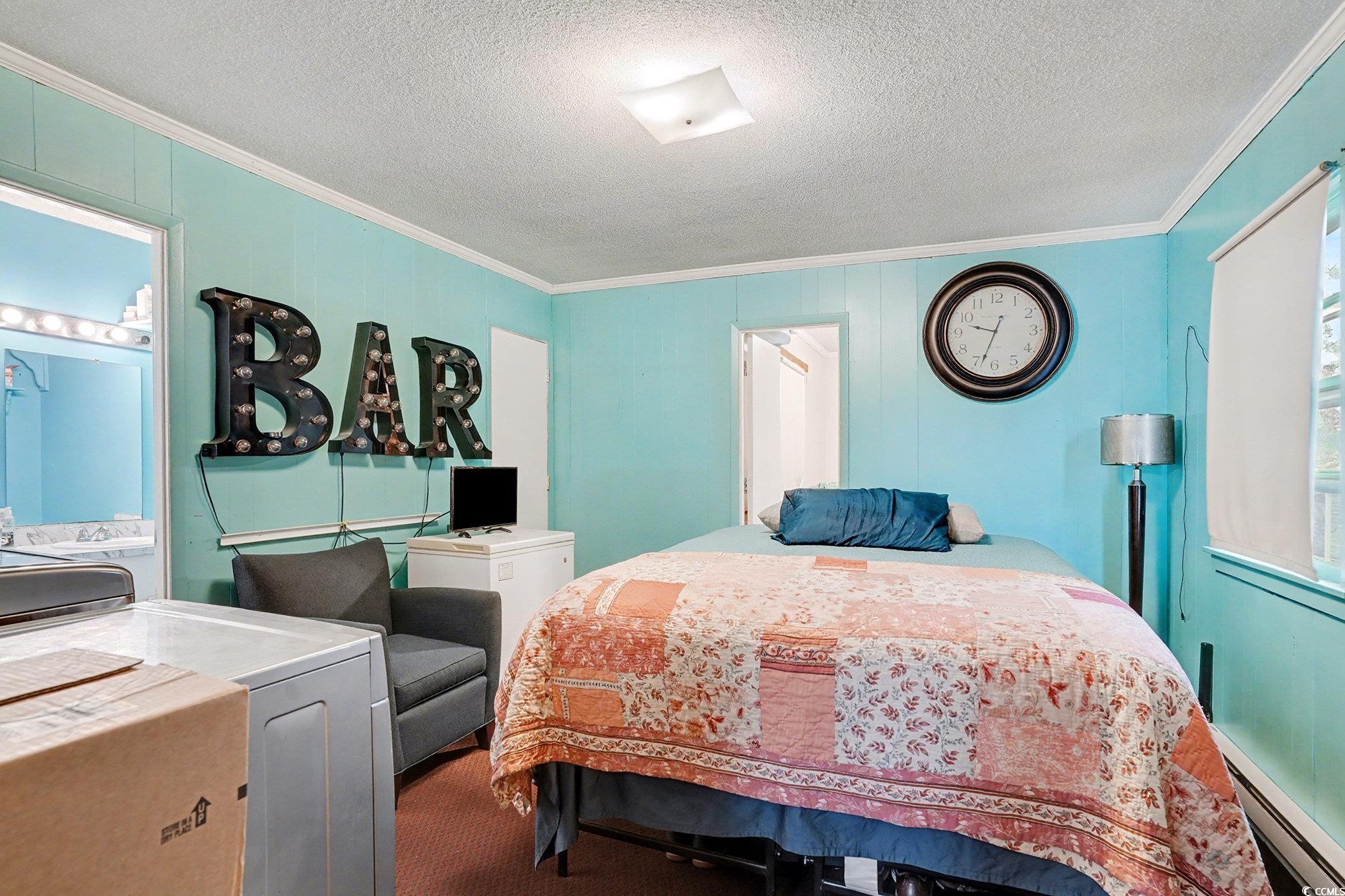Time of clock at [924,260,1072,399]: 9:33
